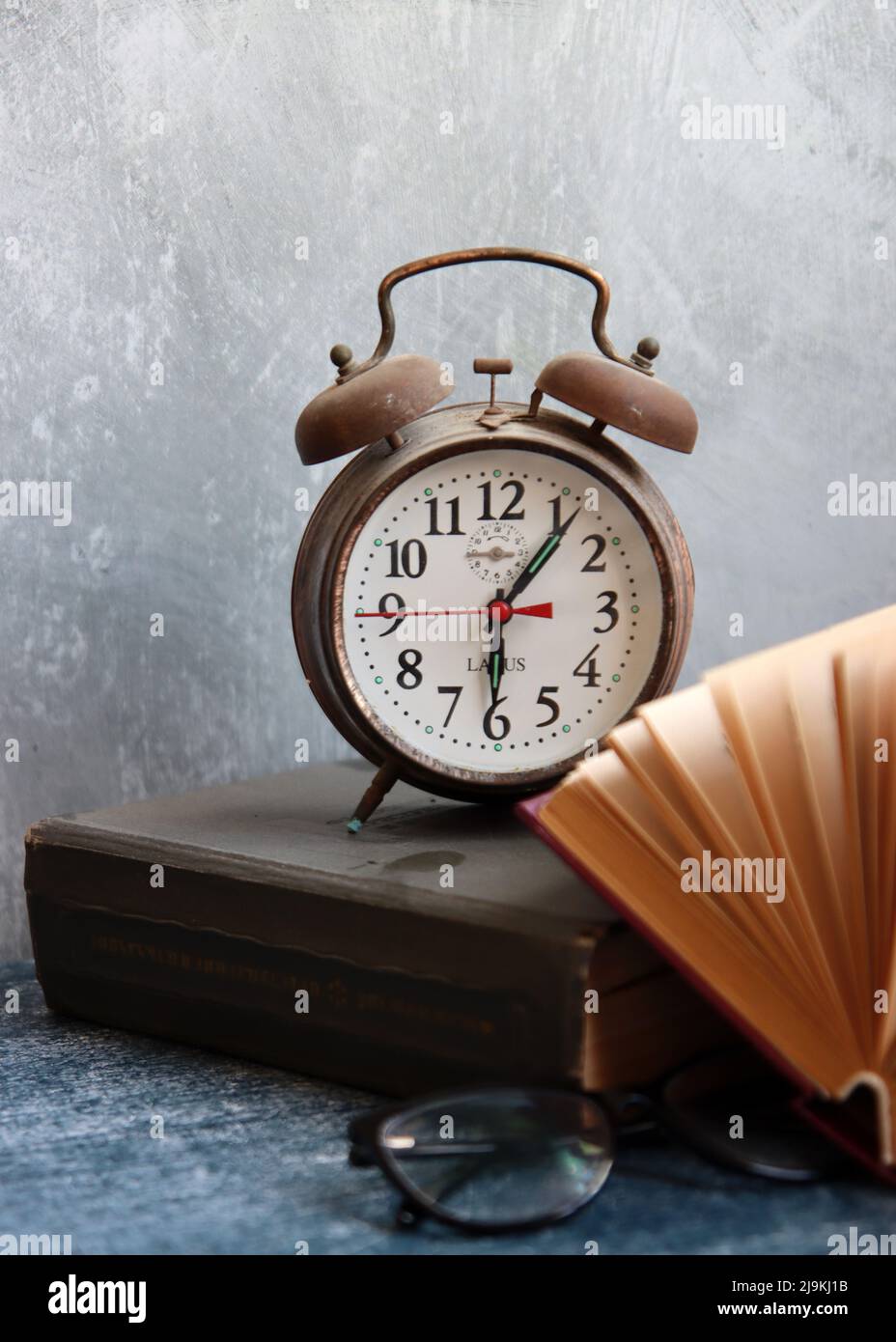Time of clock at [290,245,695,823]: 6:06
